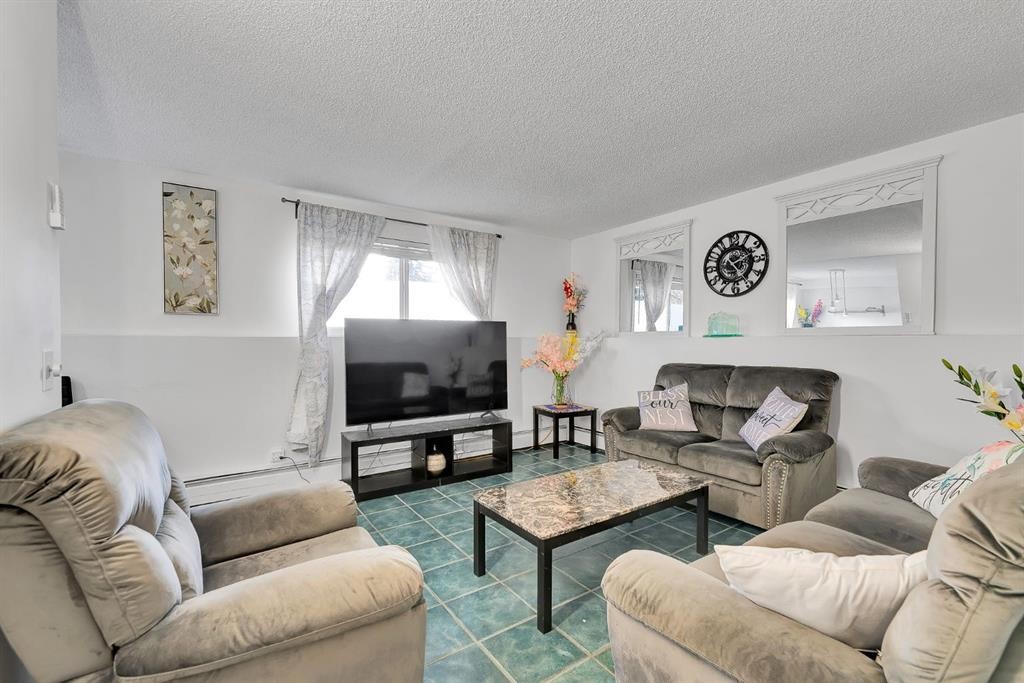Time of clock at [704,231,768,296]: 2:24
